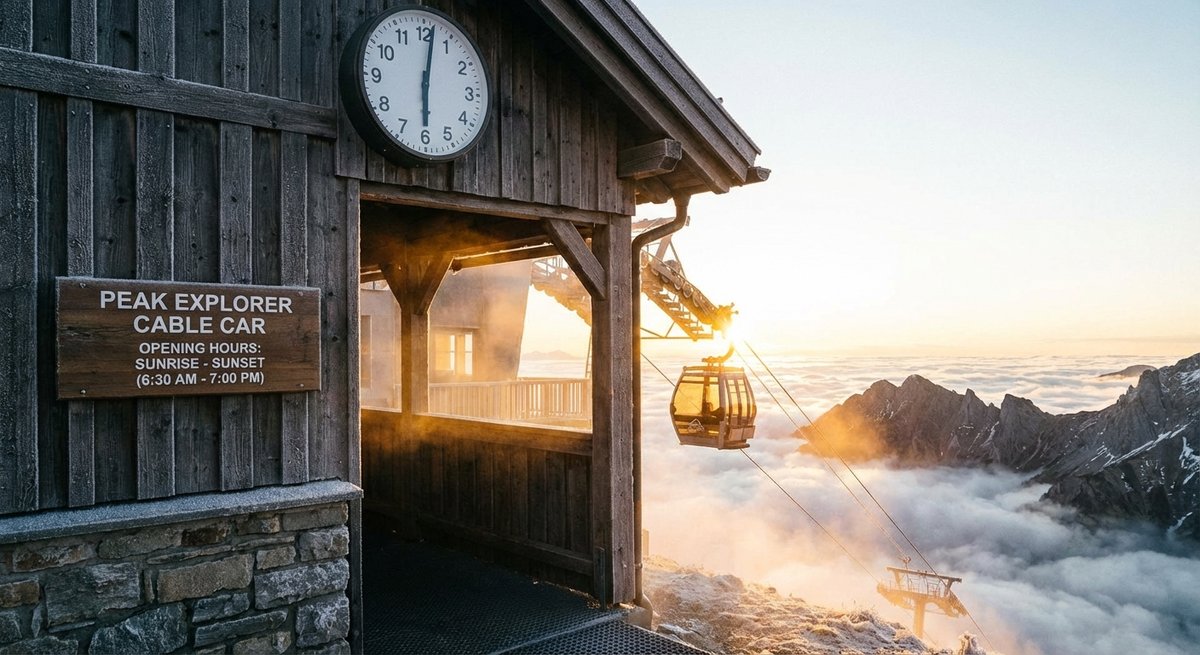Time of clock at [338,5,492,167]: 6:01
